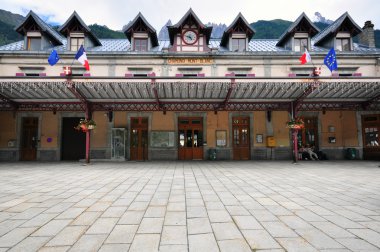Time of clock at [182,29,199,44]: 4:46
